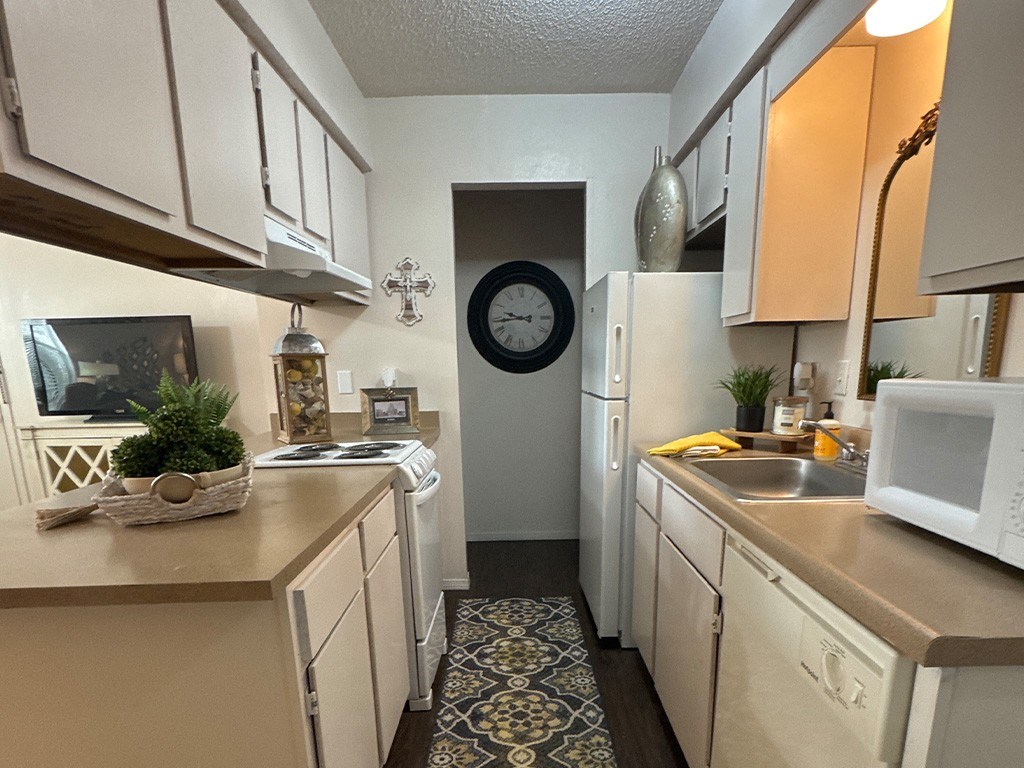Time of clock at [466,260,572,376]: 9:43
